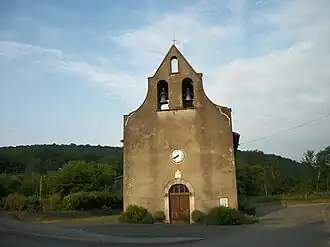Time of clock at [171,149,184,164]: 7:40
